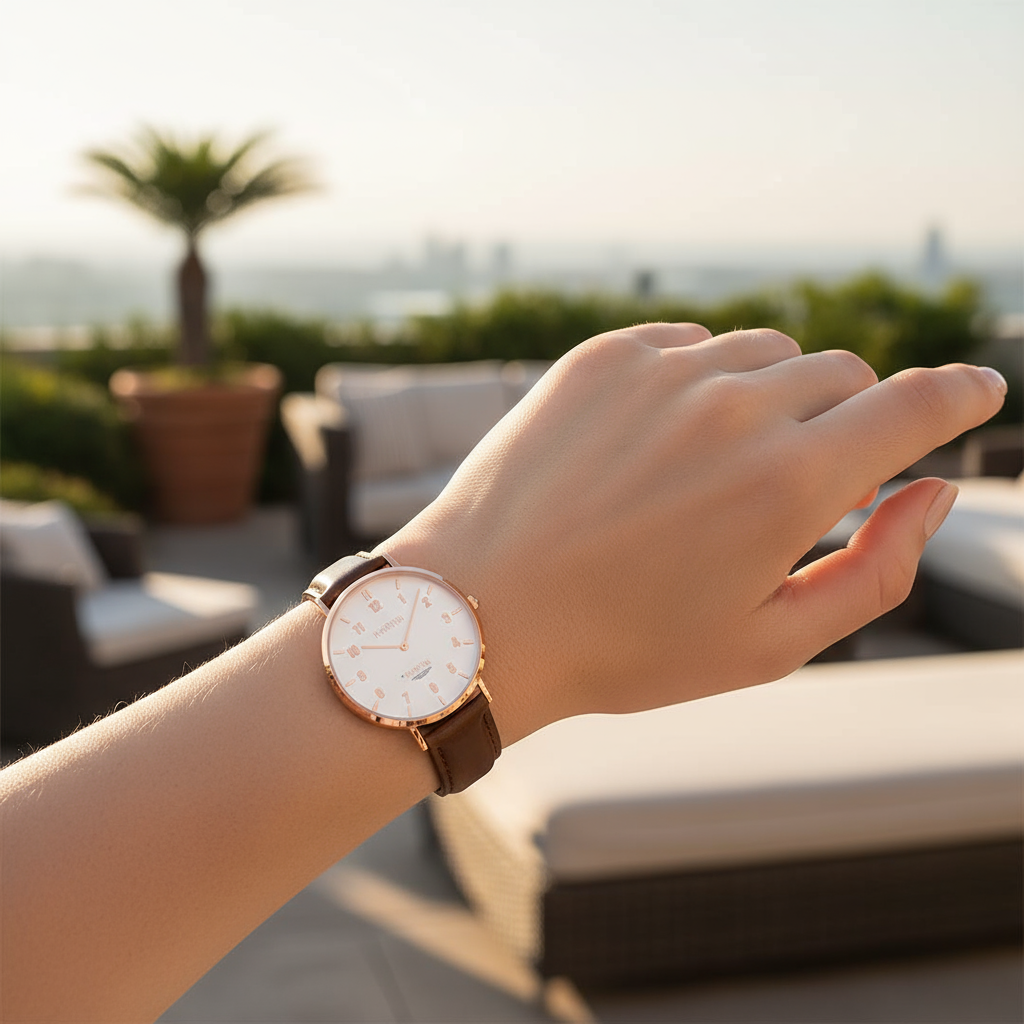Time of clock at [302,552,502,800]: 9:03
